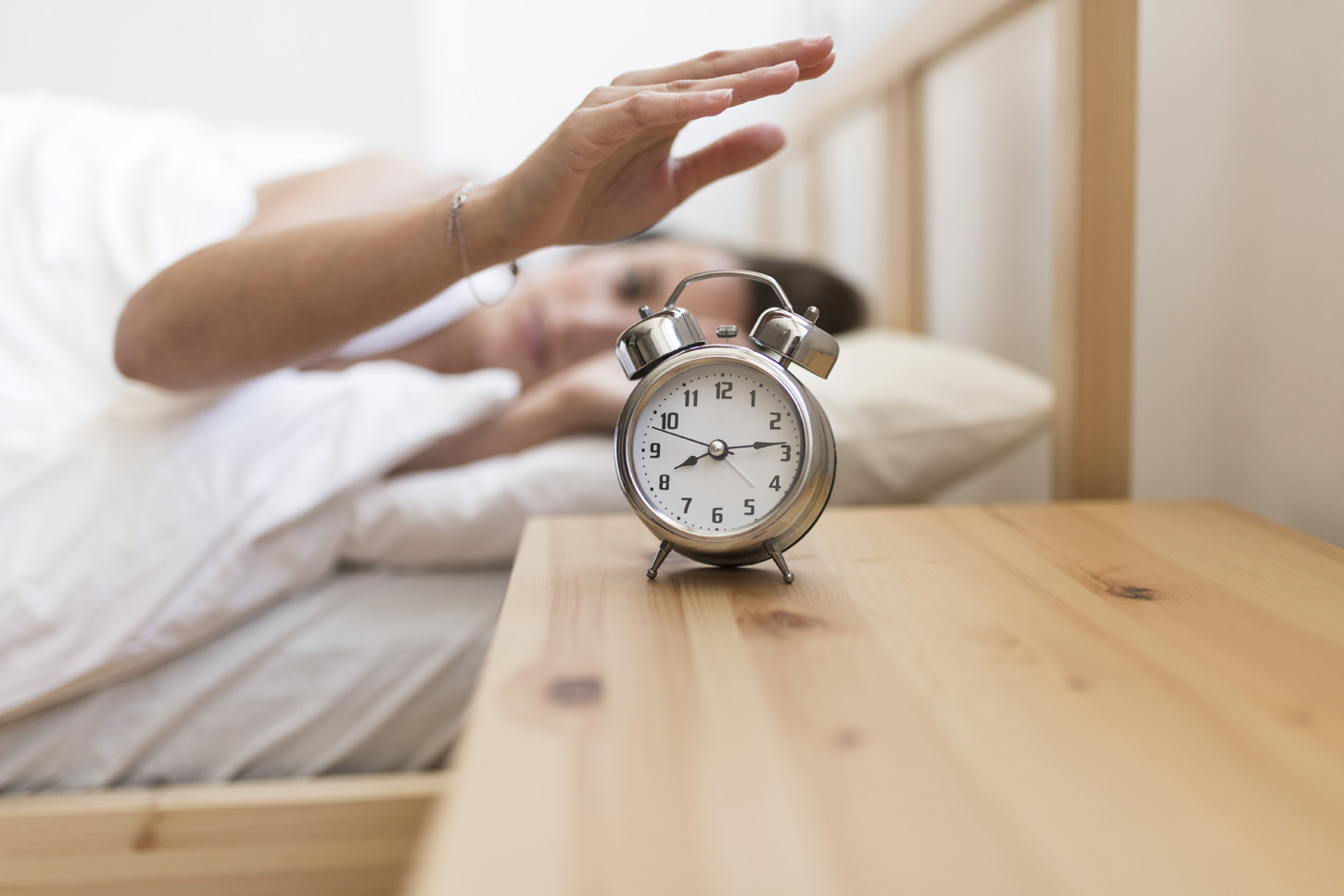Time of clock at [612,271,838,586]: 8:13
